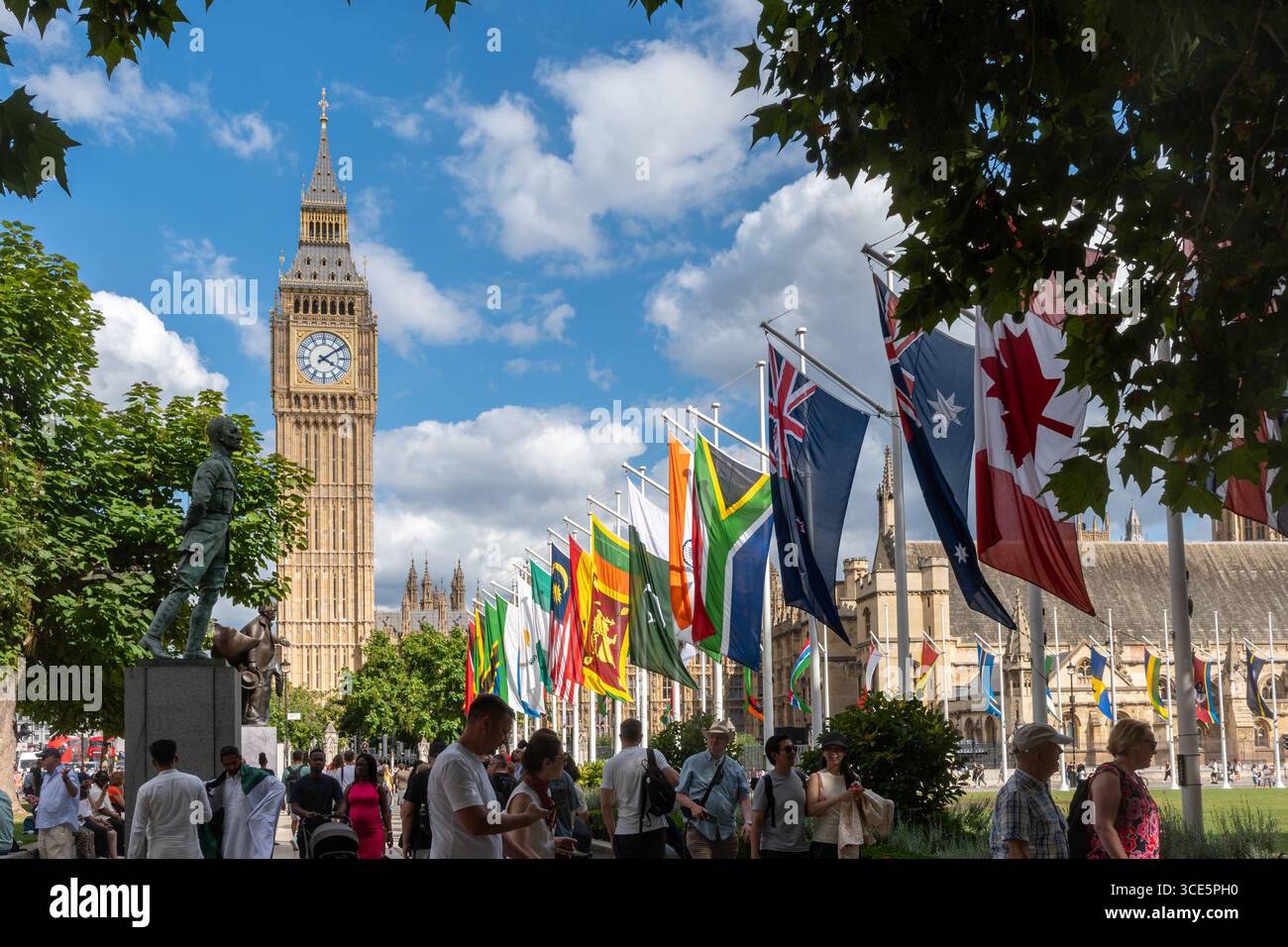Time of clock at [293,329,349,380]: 4:09
